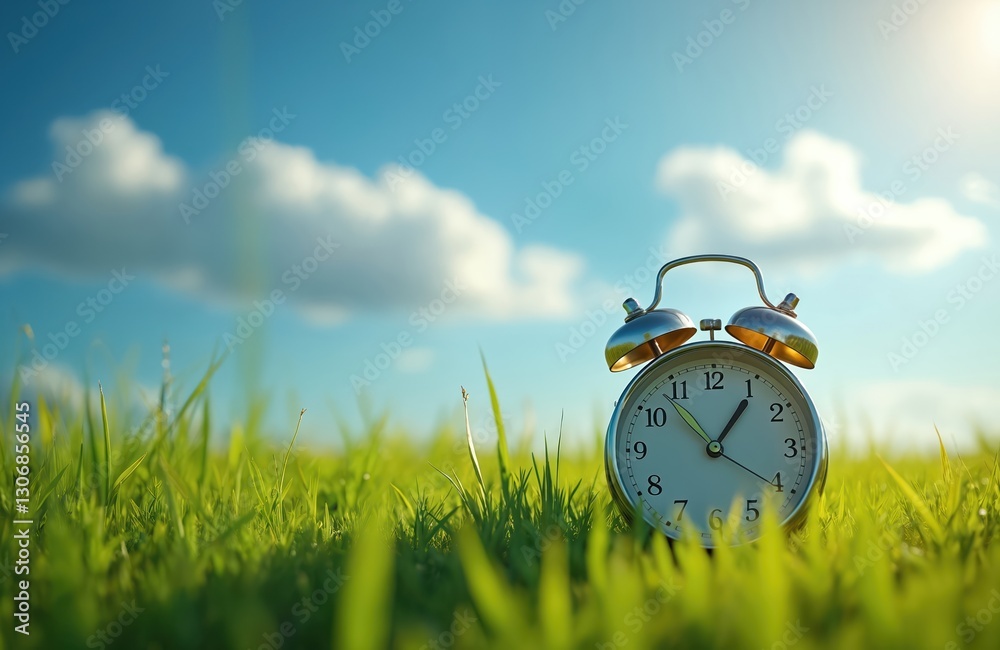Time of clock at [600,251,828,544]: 1:06
